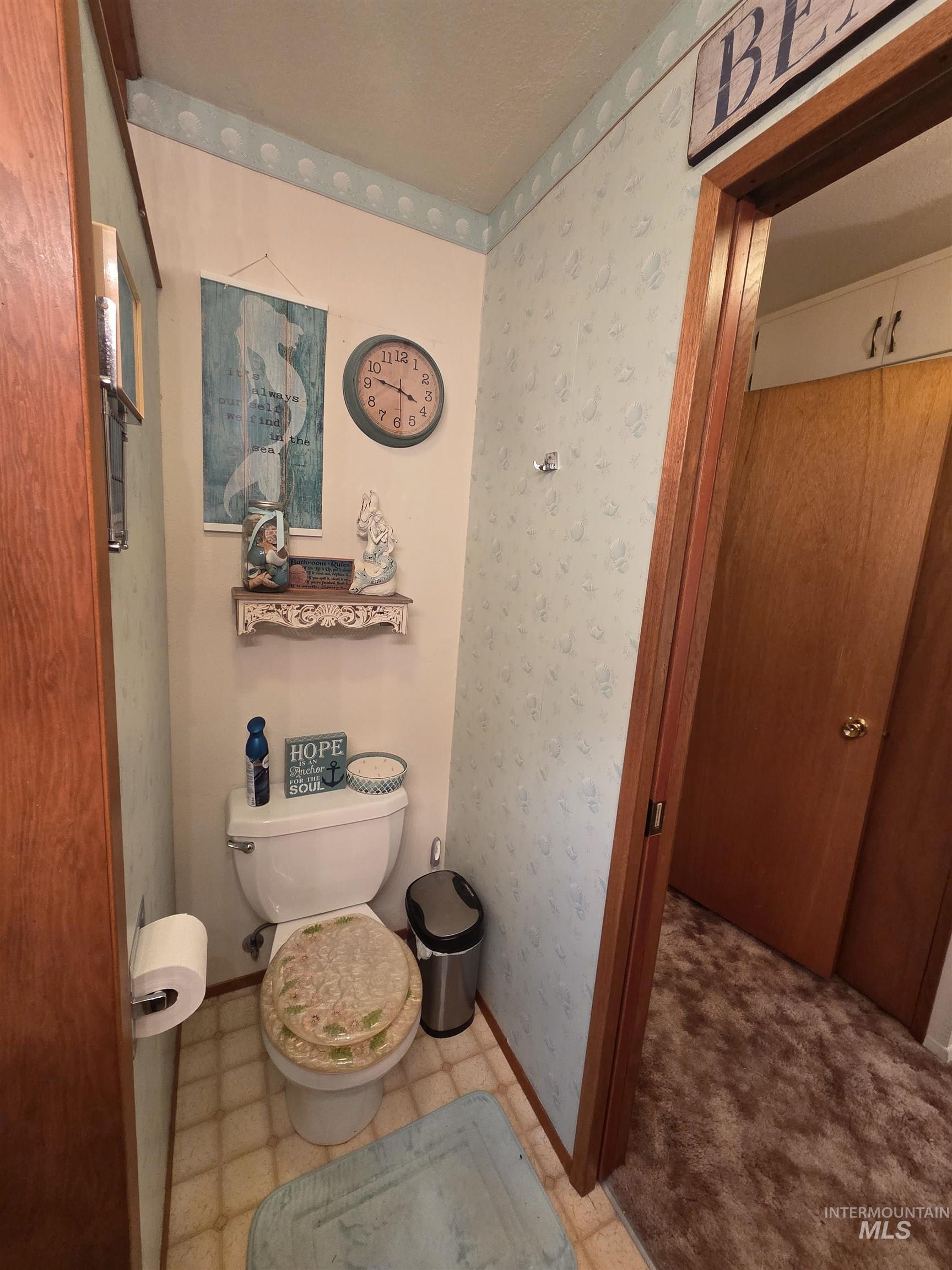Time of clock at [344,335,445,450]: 3:47
